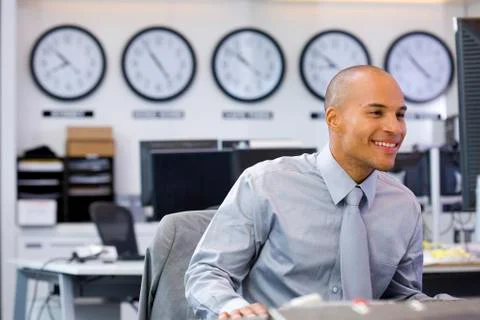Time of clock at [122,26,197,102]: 4:54
